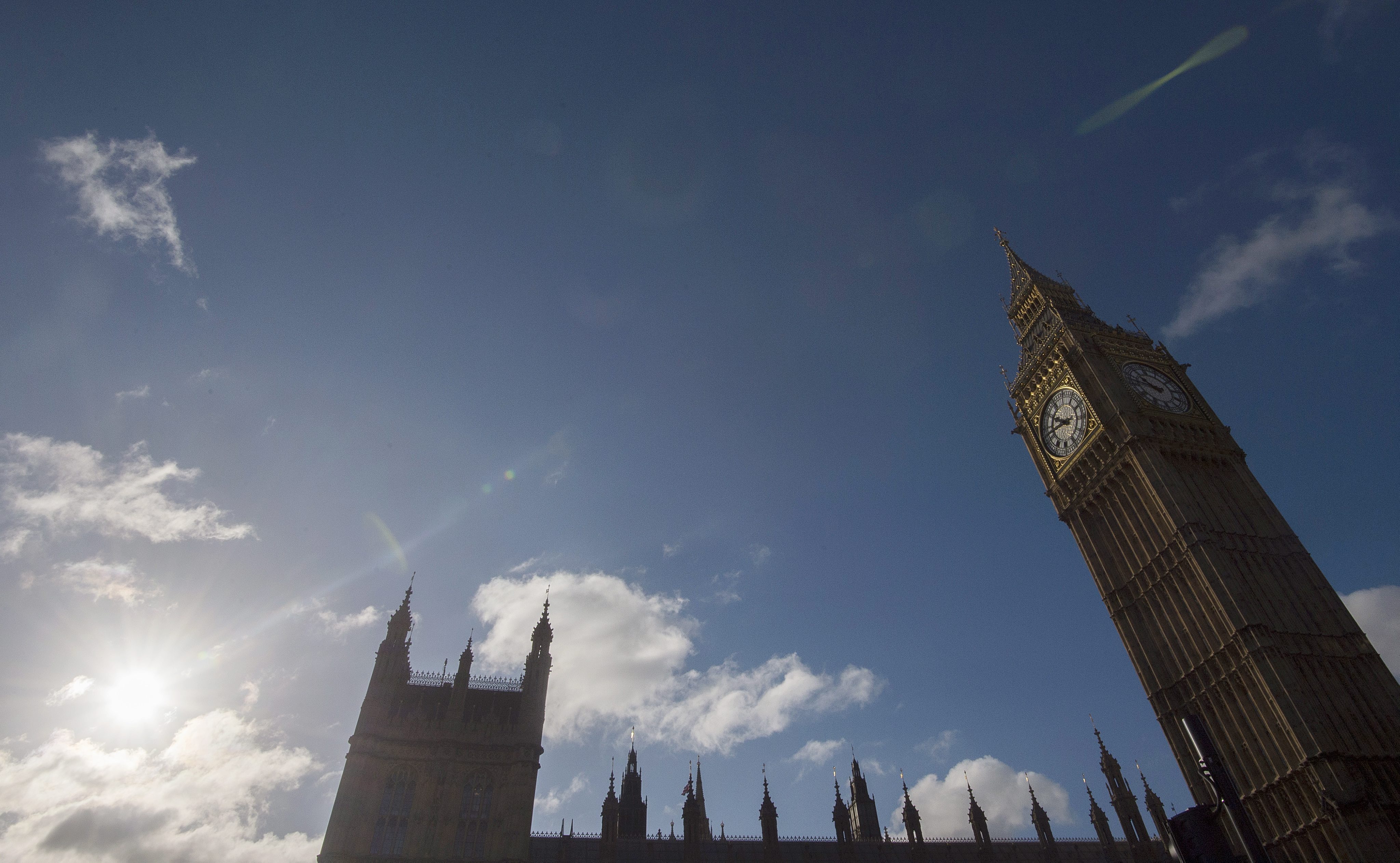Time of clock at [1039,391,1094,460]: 9:42
